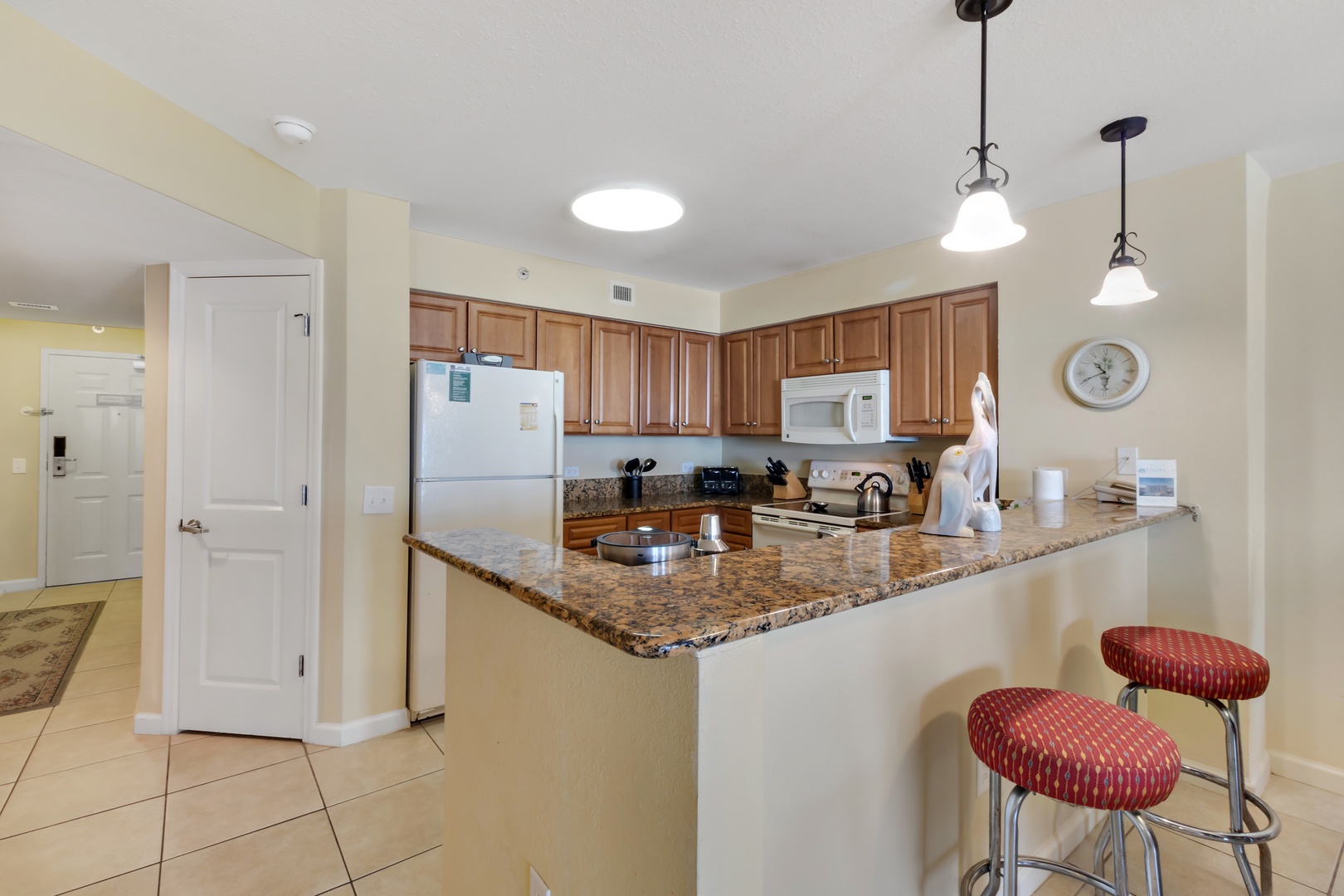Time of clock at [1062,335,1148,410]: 10:41
